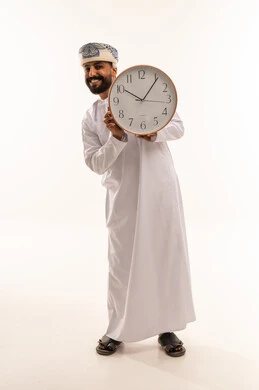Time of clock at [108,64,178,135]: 10:05
